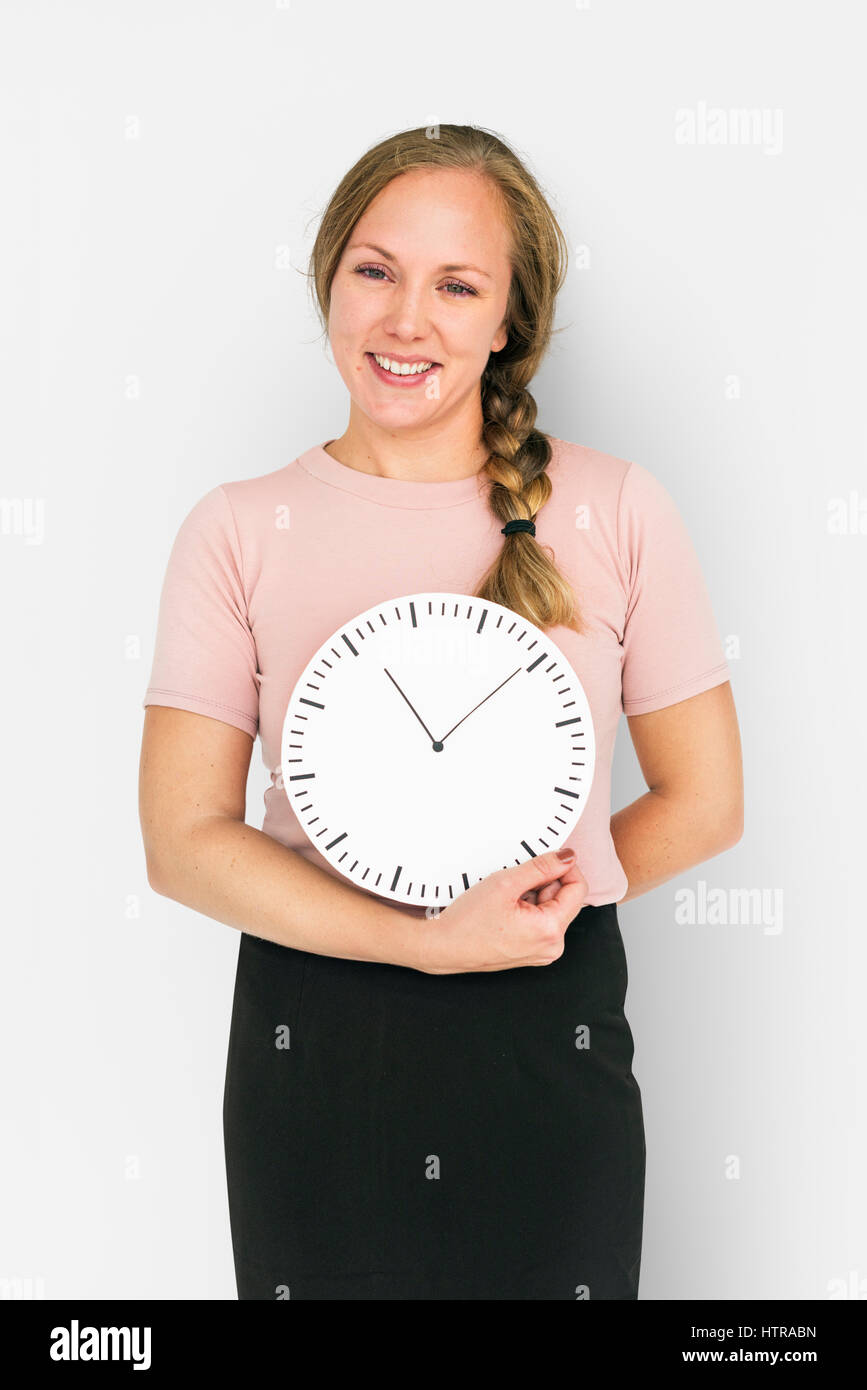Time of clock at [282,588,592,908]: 11:09
